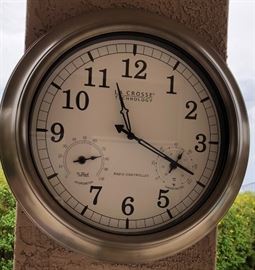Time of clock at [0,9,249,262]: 11:19
